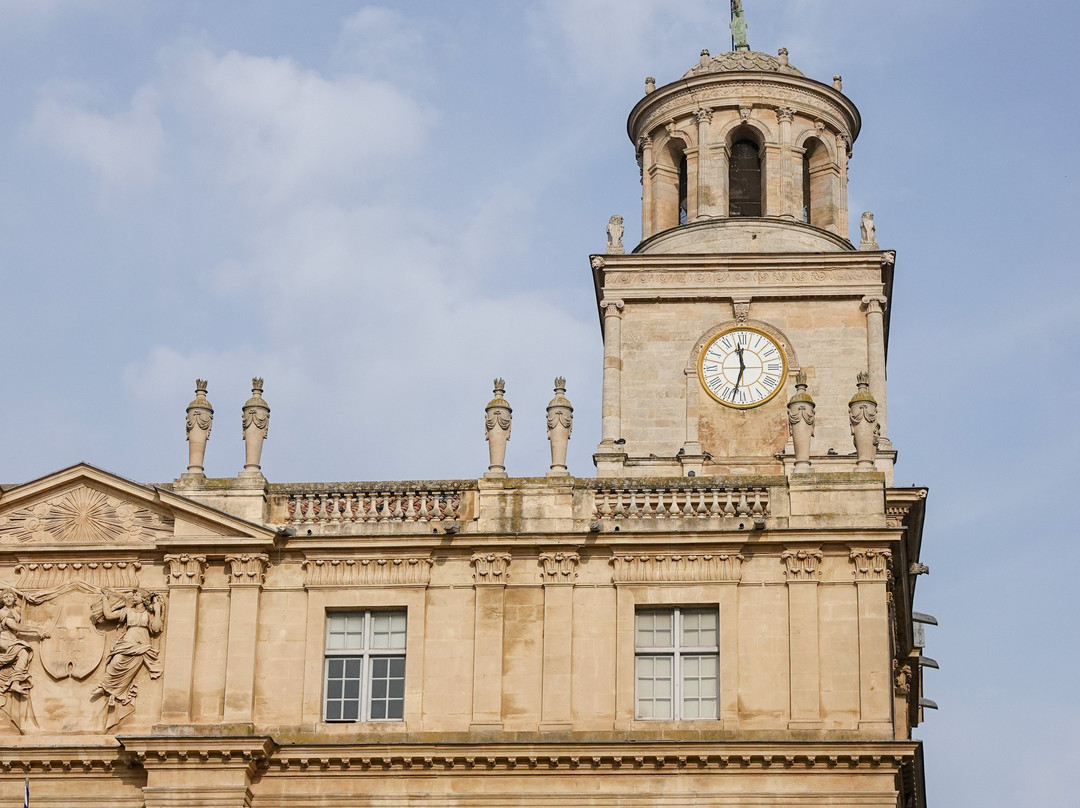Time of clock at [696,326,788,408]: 11:32
